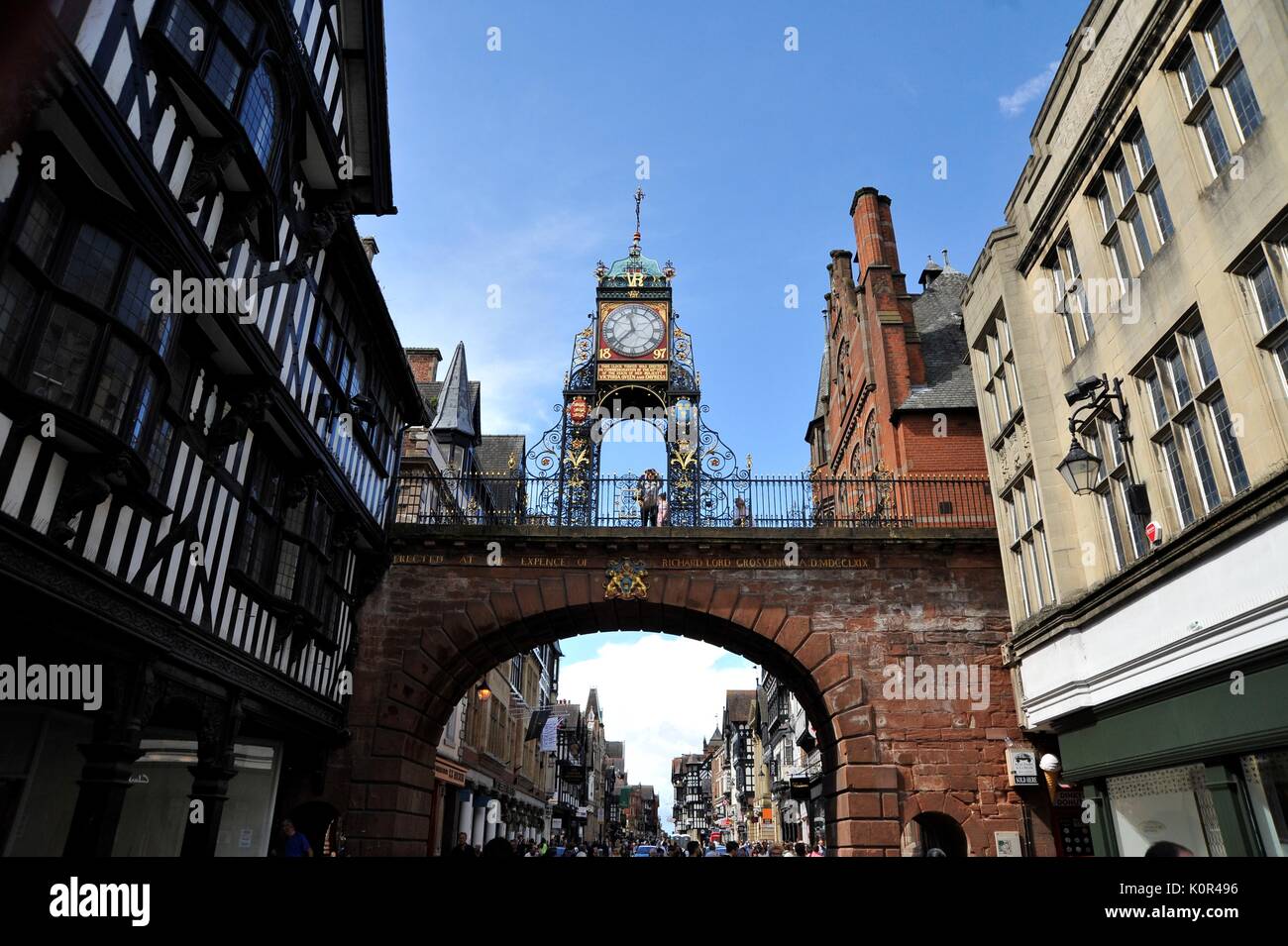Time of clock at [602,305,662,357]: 11:37
